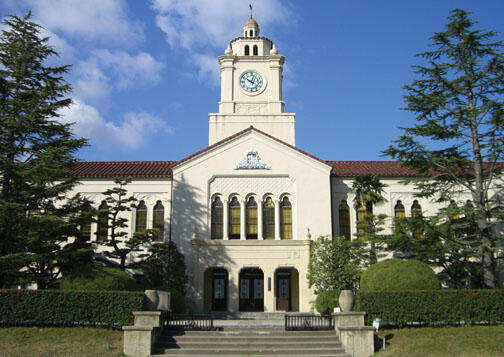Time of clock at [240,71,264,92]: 10:02
